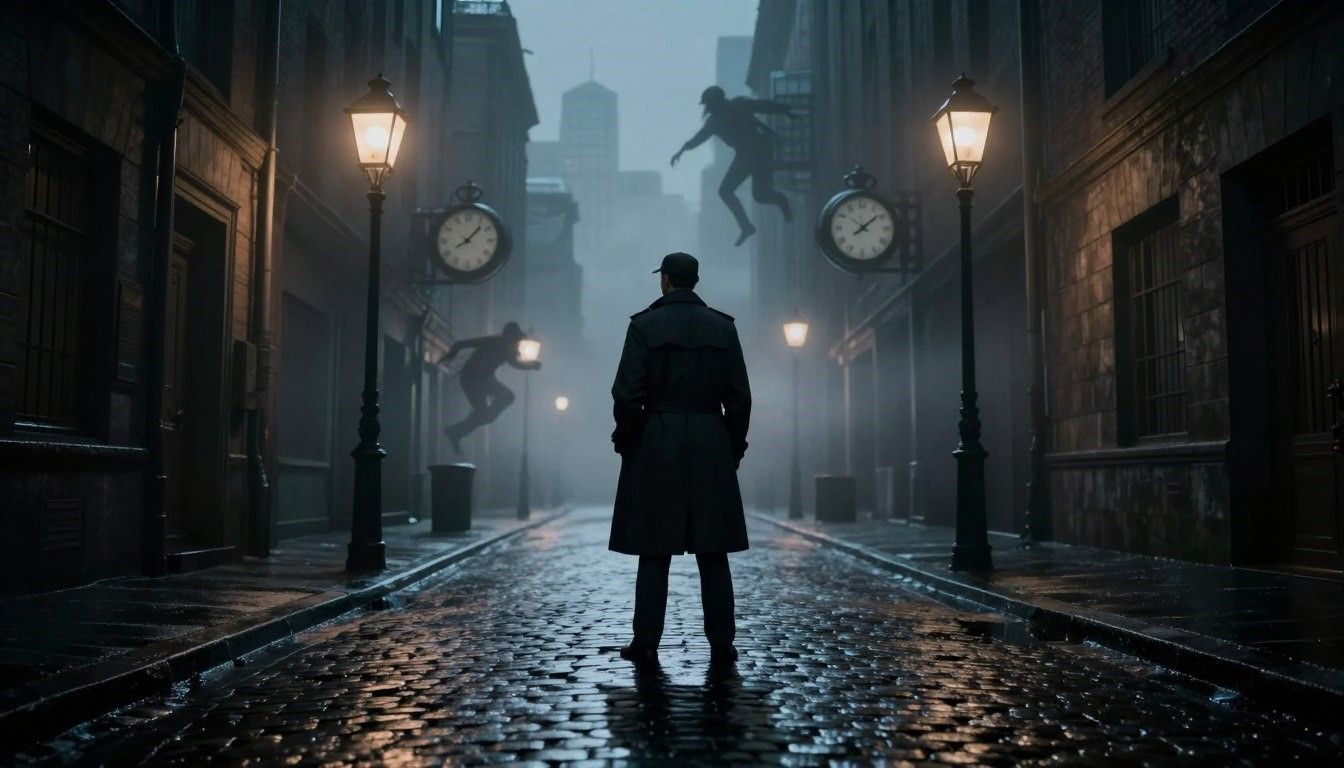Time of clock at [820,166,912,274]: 10:08
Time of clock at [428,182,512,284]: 8:07
